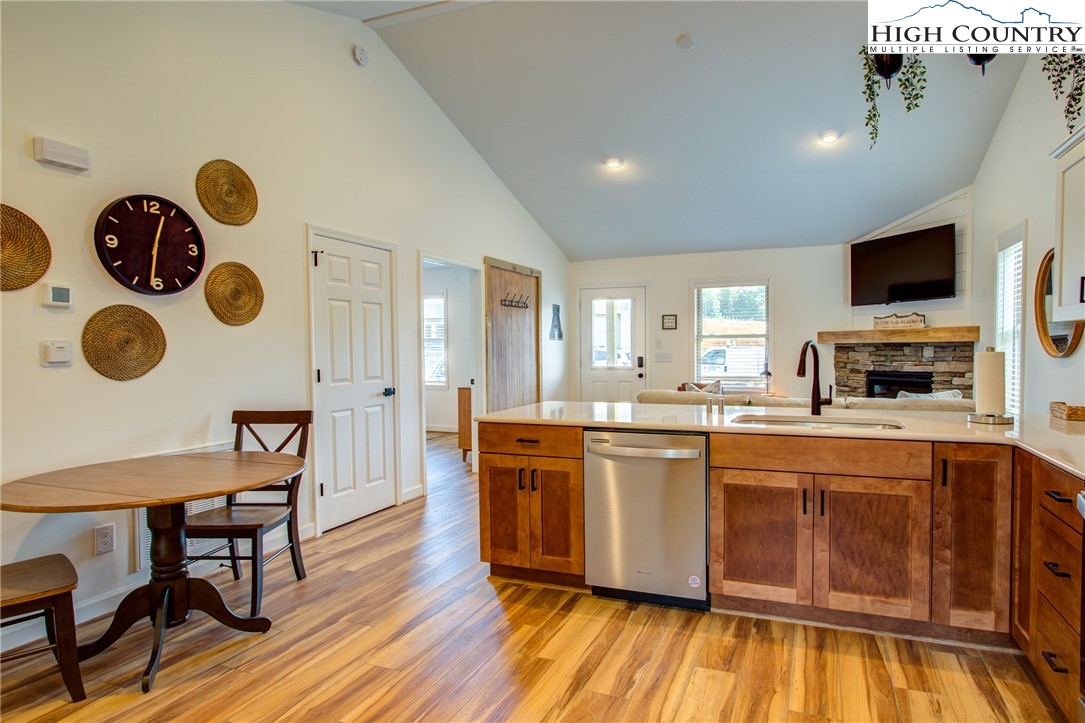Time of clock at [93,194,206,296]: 12:31
